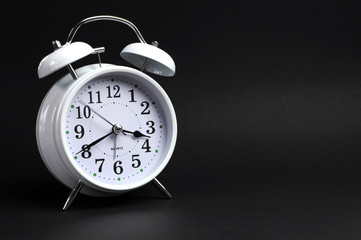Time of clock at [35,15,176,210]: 3:40
